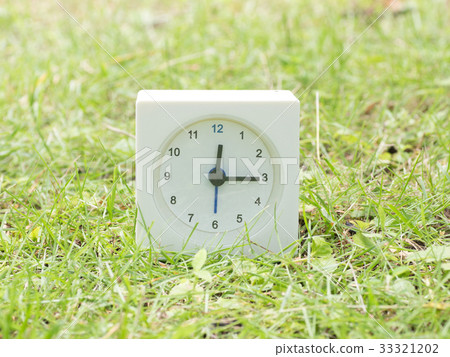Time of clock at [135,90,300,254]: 12:15
